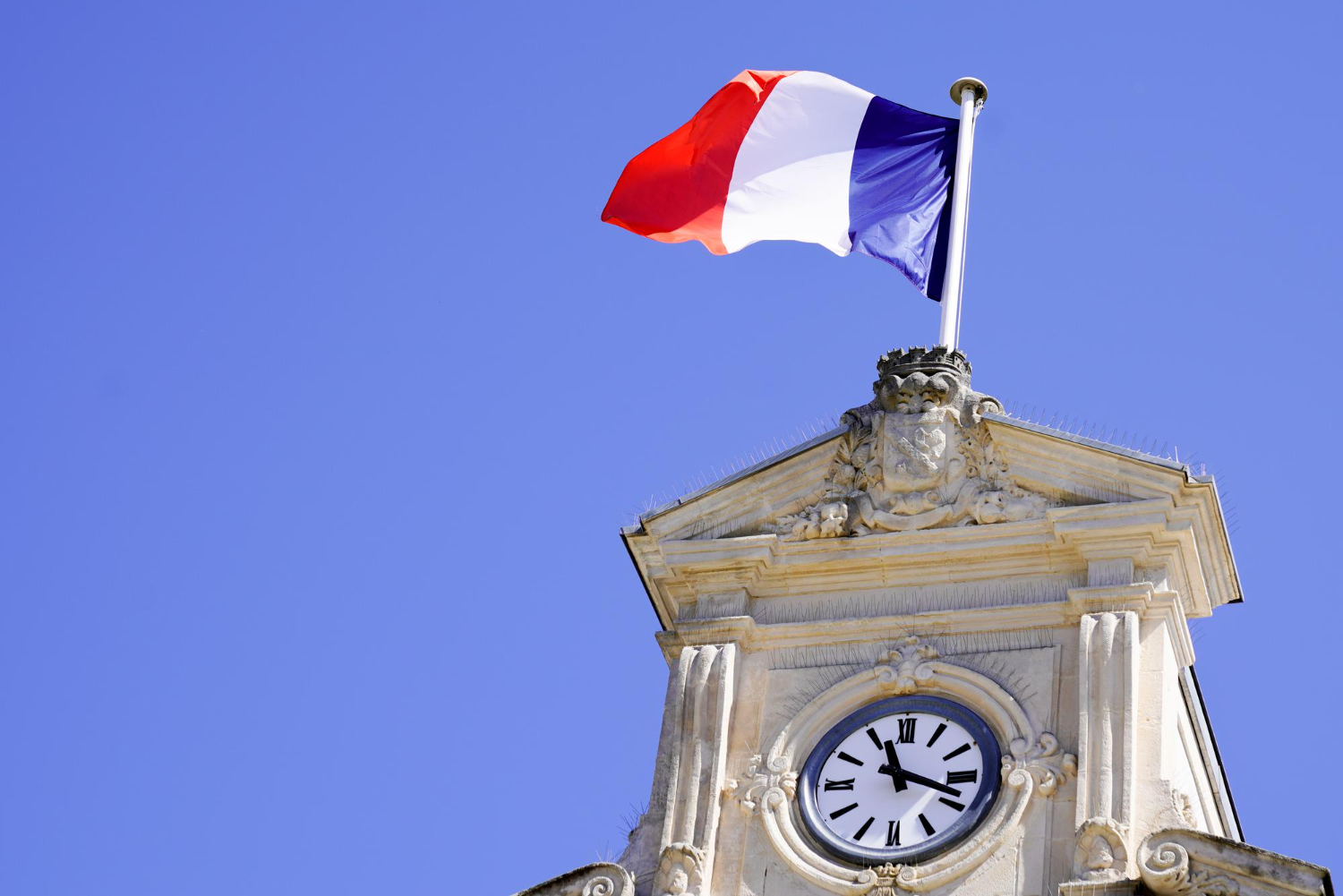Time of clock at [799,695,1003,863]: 11:18
